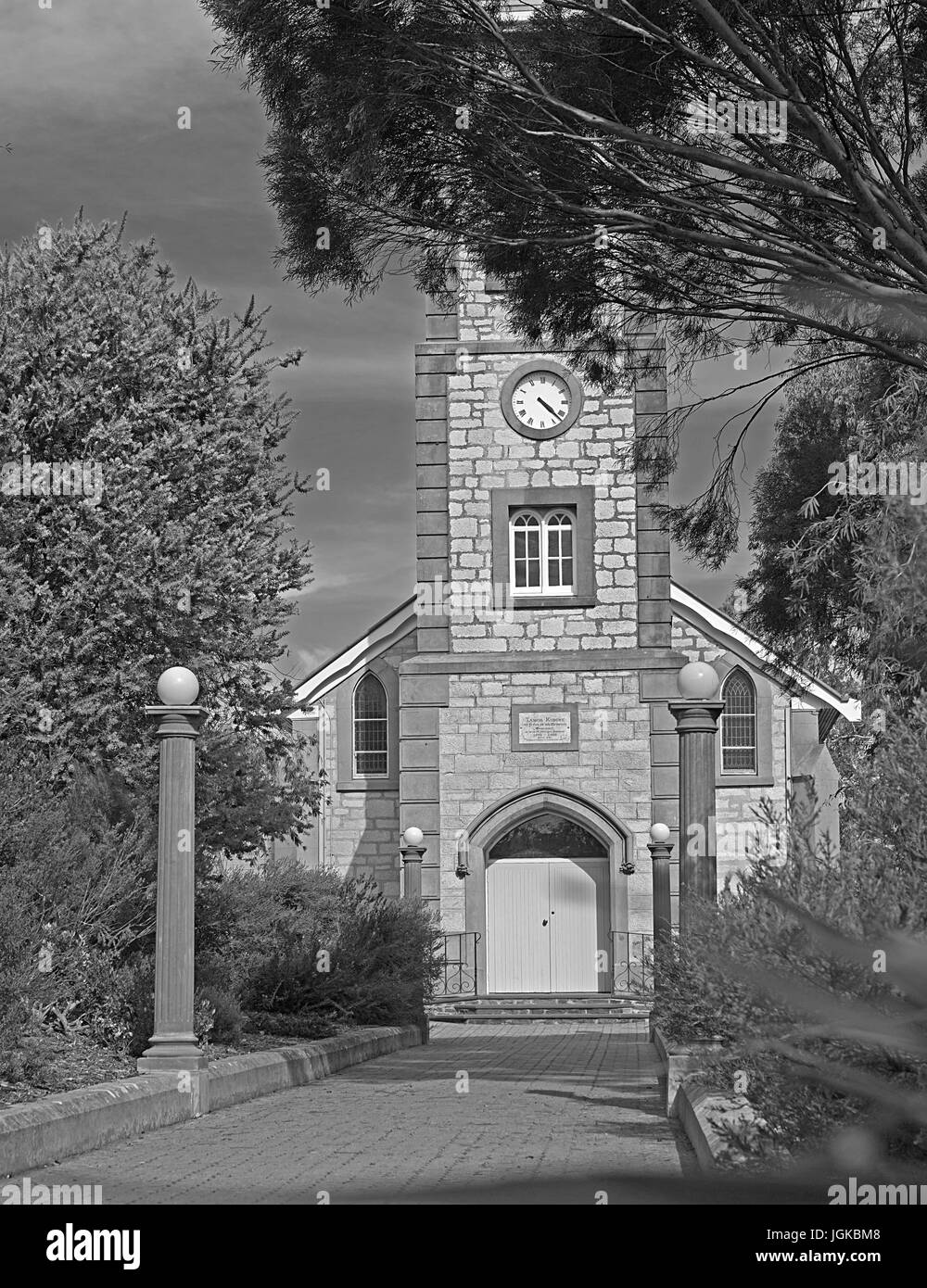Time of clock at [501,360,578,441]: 4:22
